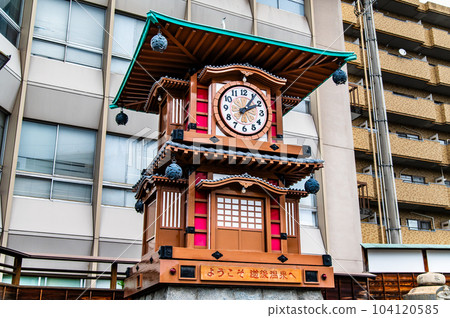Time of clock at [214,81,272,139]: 2:06
